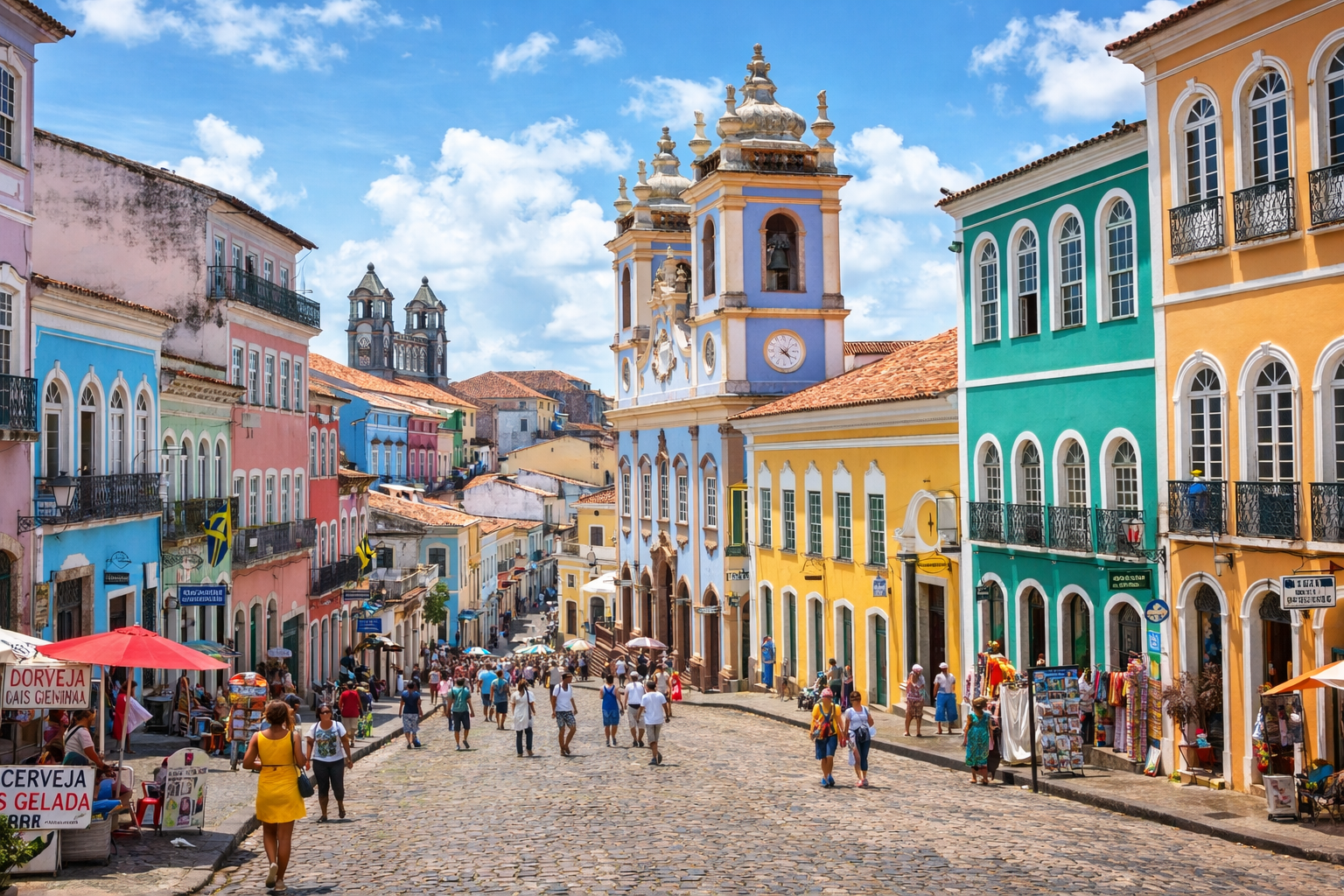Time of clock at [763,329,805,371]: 4:20
